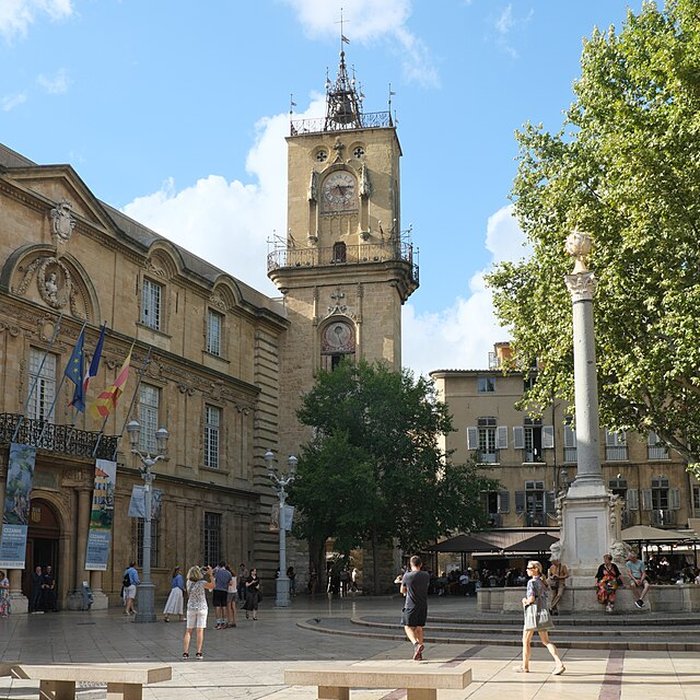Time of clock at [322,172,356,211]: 5:14
